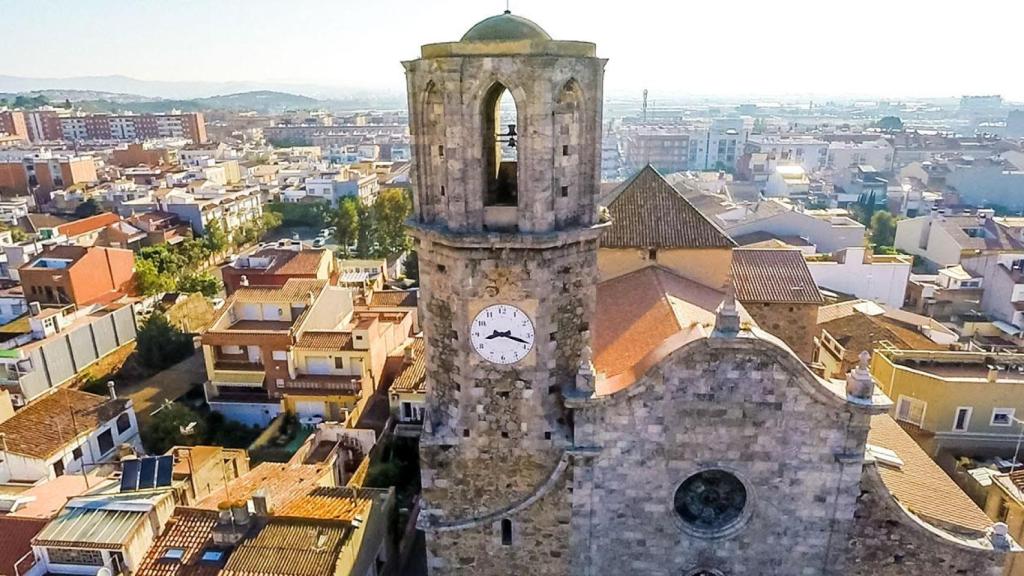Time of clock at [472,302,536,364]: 8:18
